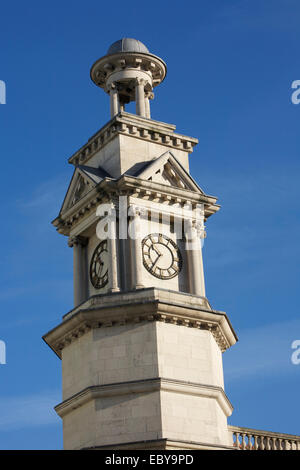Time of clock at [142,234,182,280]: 10:36
